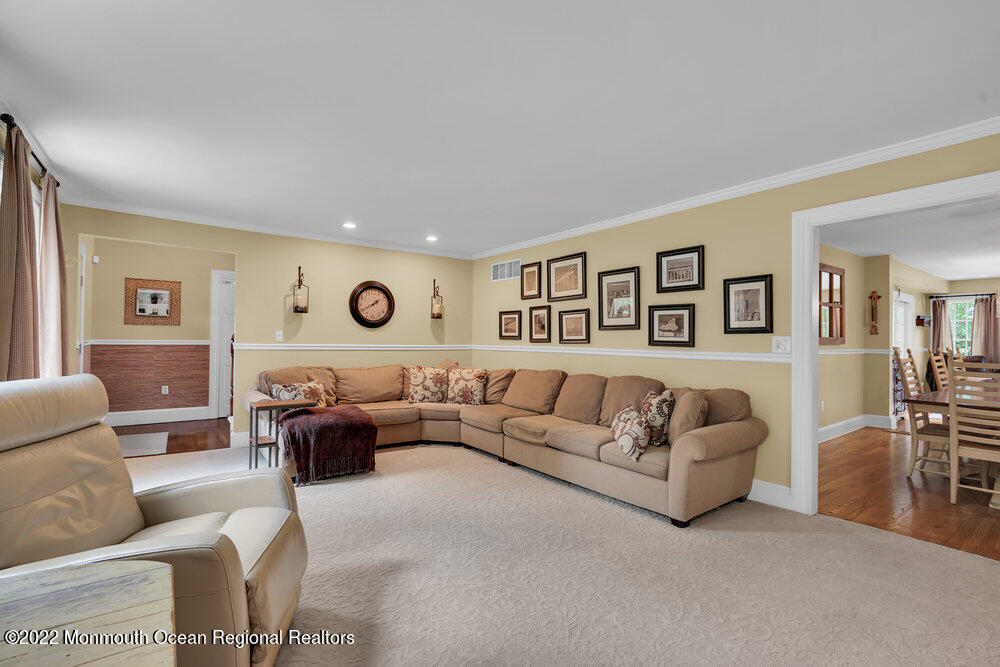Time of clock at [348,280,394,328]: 1:40
